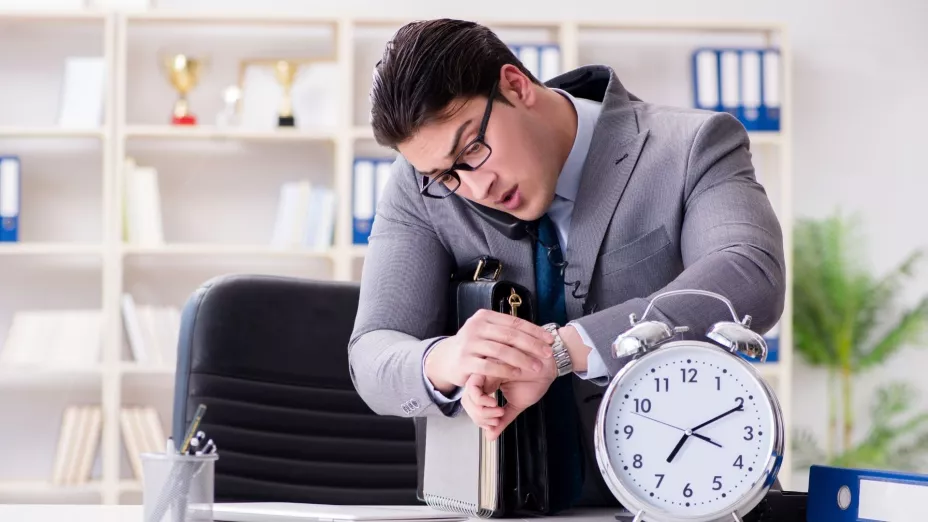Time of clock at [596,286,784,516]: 7:10
